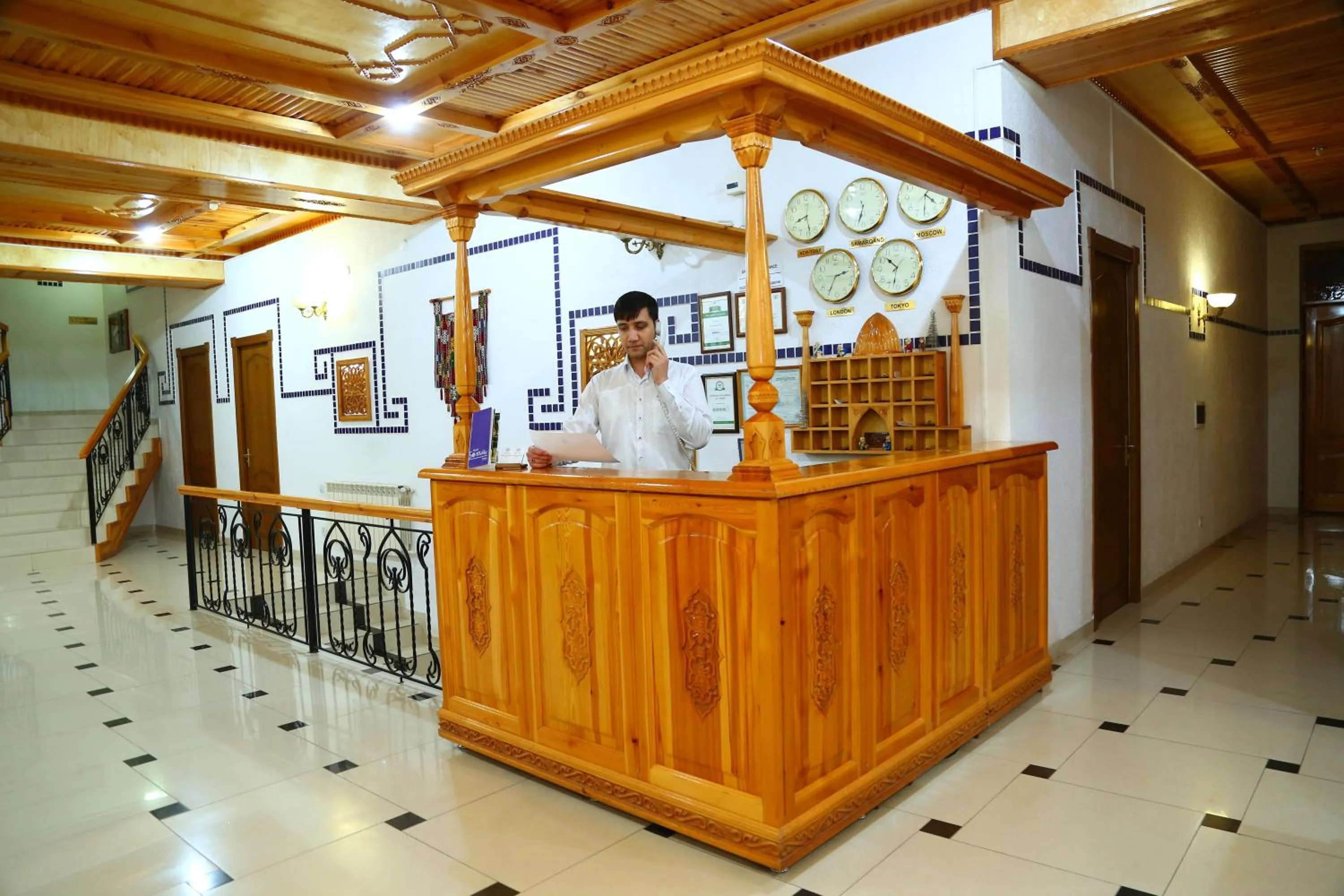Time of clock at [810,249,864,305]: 2:34
